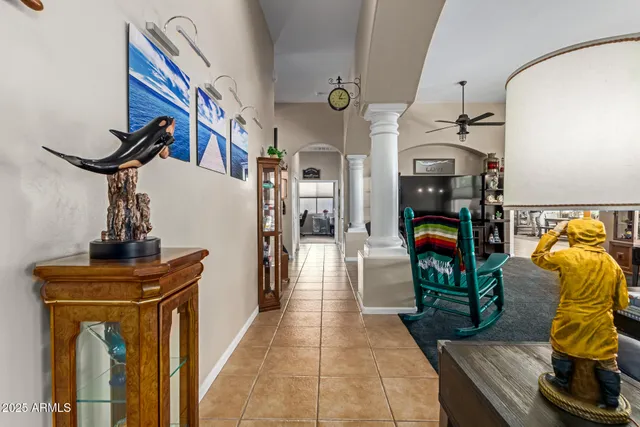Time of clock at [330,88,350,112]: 3:04
